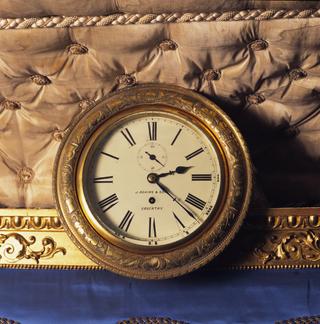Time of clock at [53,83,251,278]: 2:22
